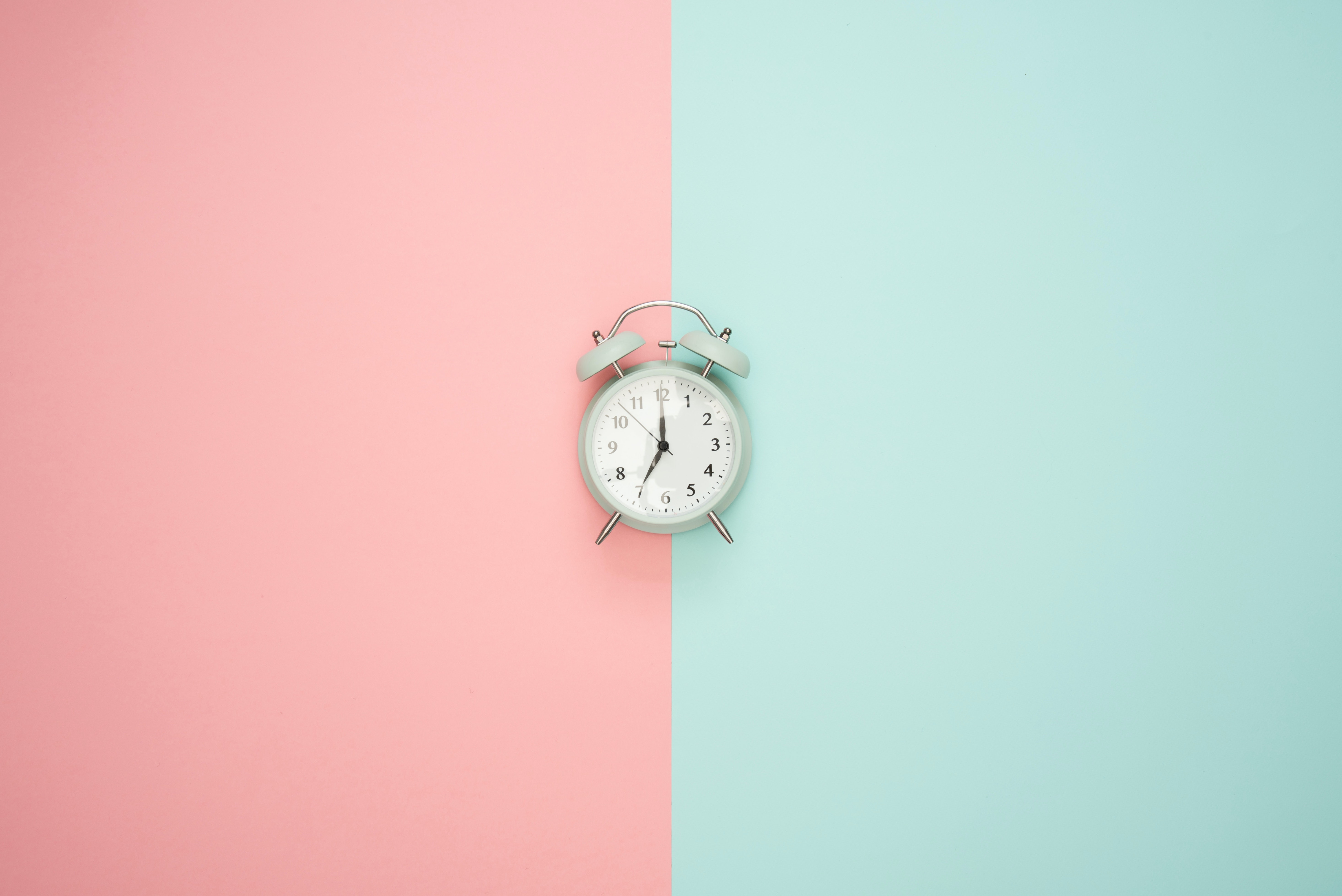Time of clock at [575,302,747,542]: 7:00
